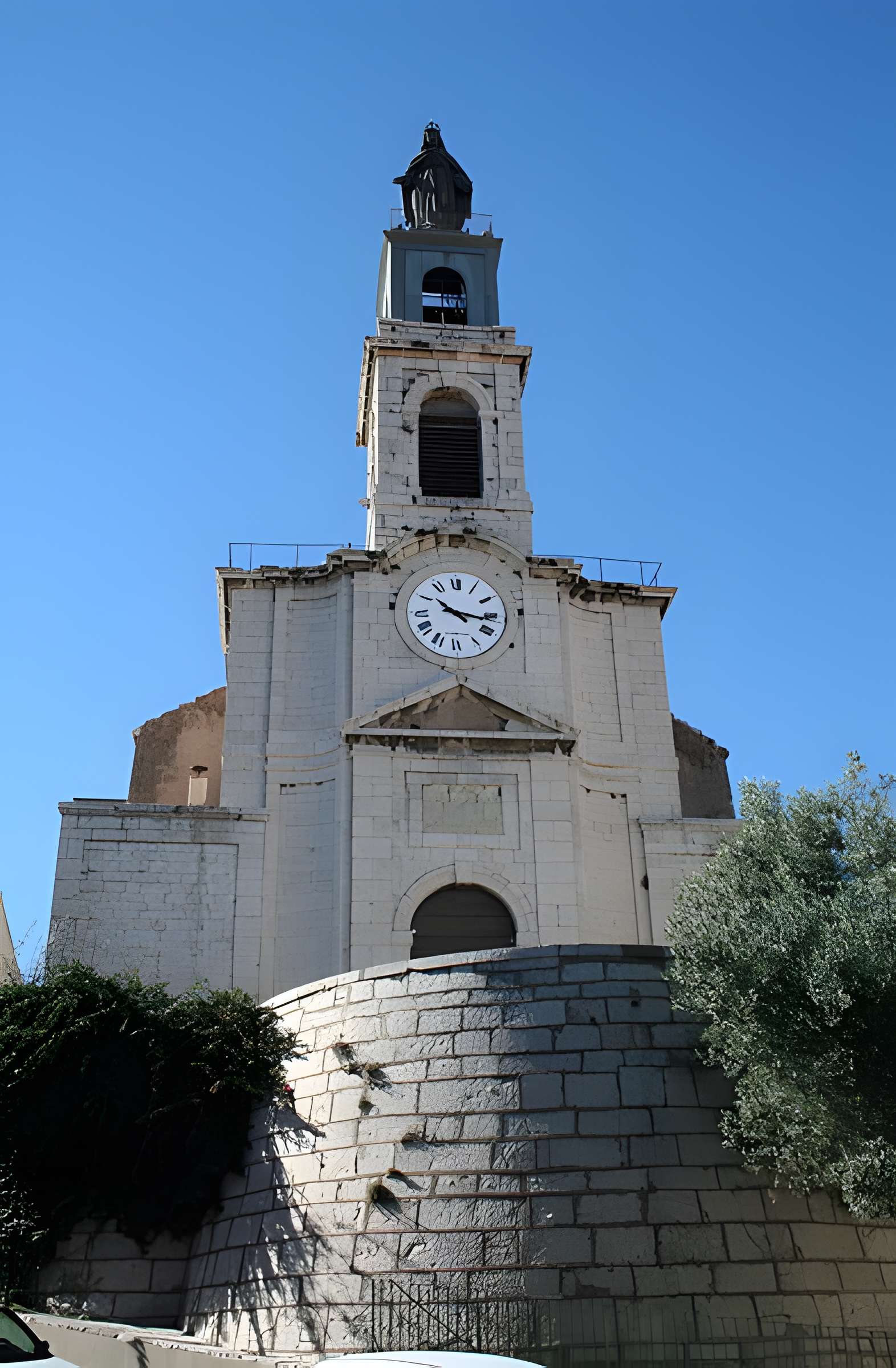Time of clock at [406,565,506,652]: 10:16
